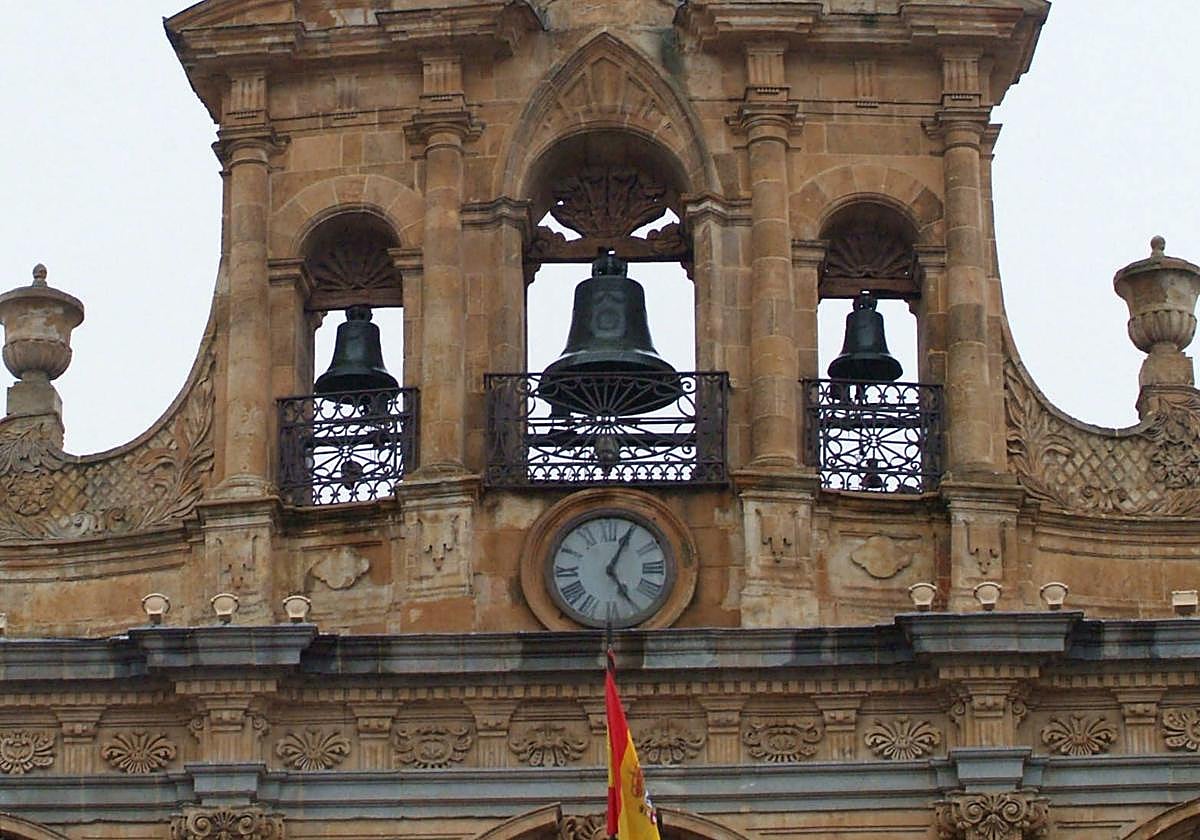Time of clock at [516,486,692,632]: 5:04
